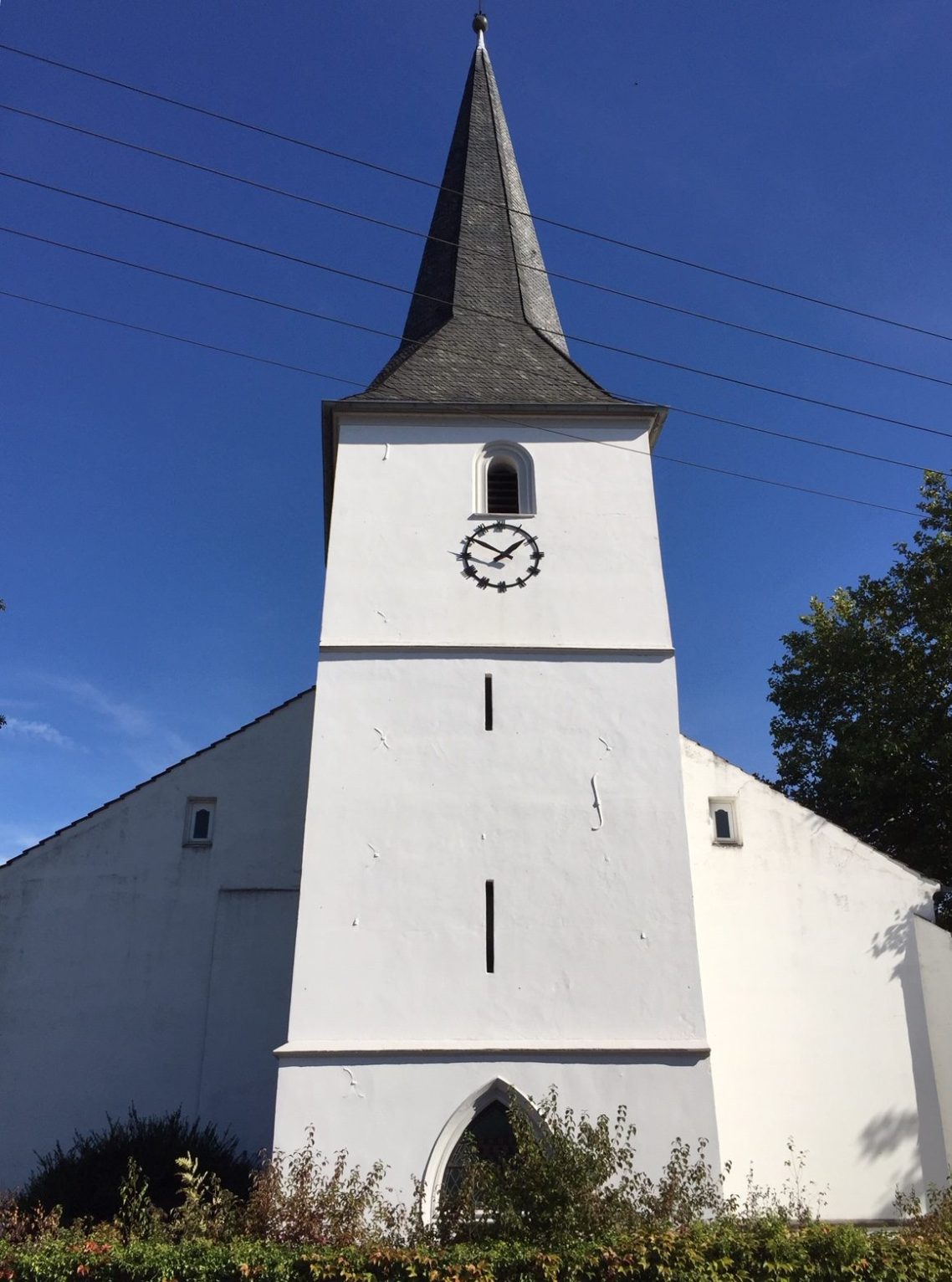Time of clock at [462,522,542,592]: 1:50
